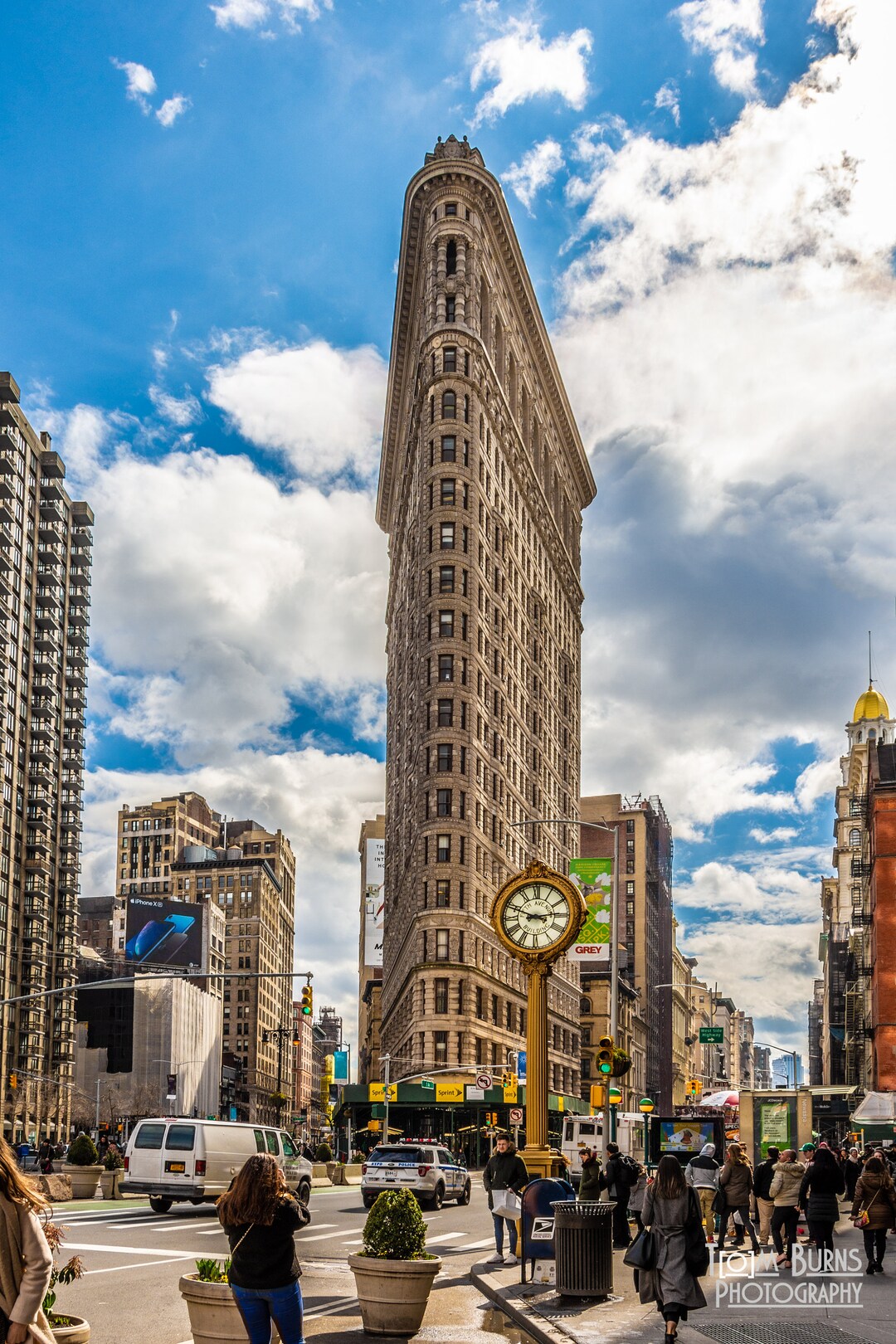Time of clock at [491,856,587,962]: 2:48
